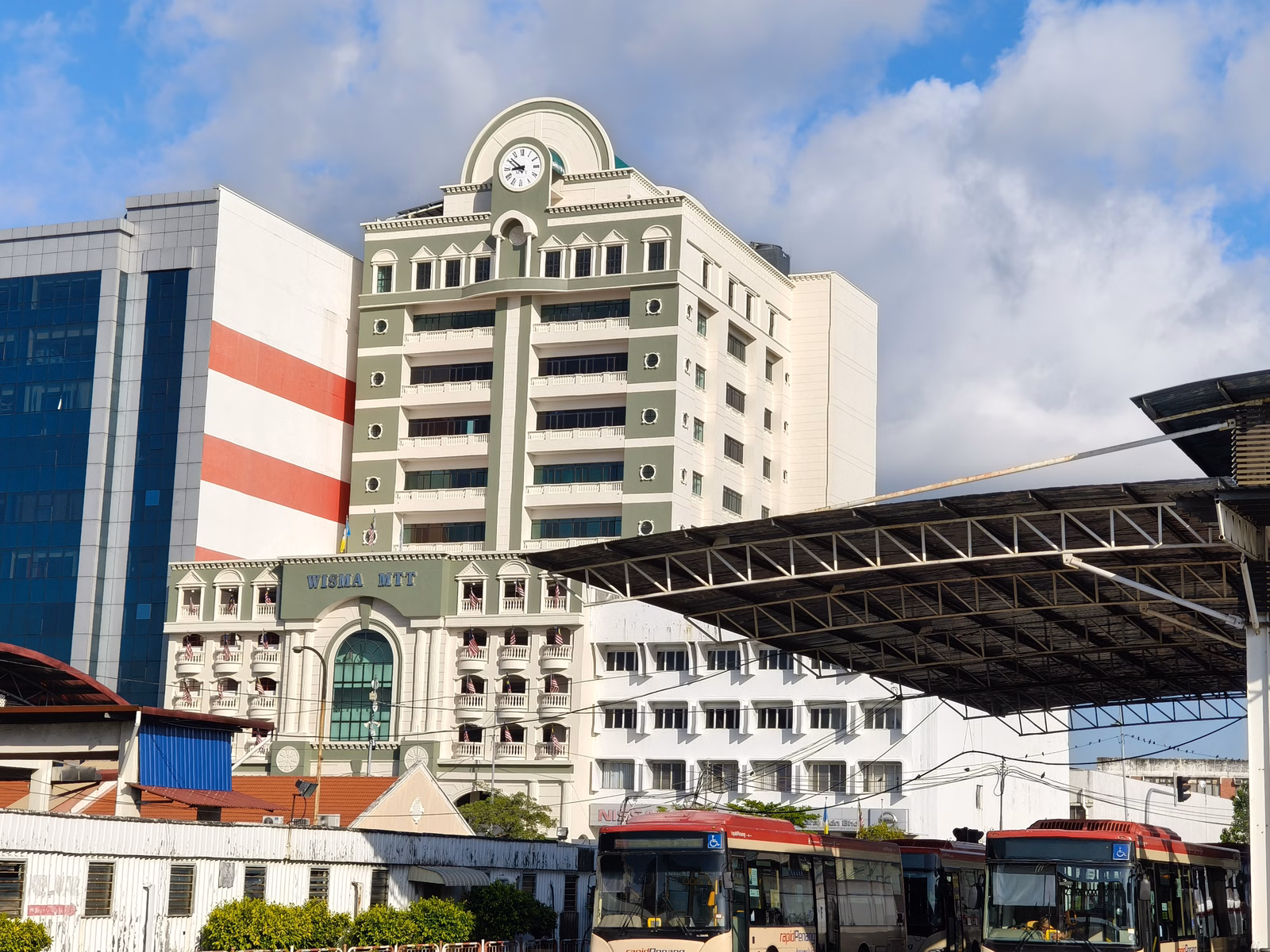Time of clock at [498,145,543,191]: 8:51
